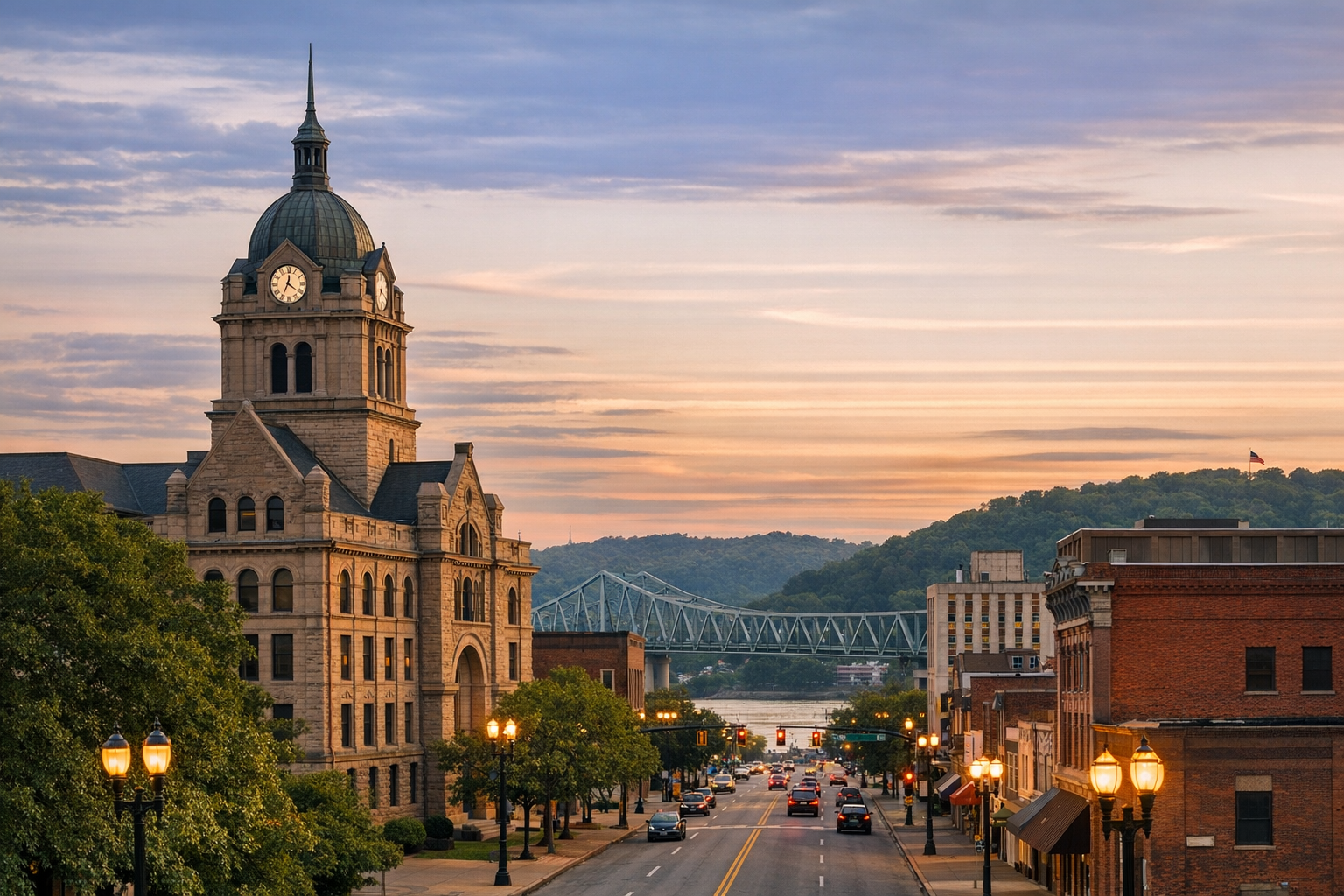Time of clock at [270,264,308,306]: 12:21
